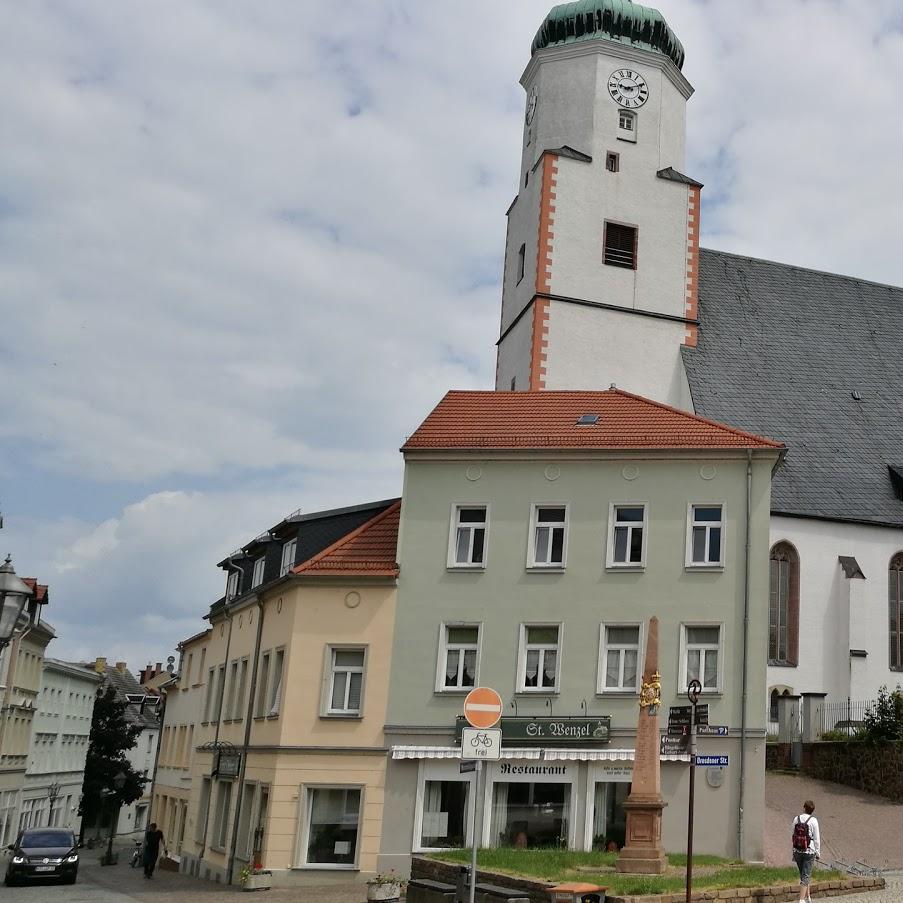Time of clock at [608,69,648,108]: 9:10
